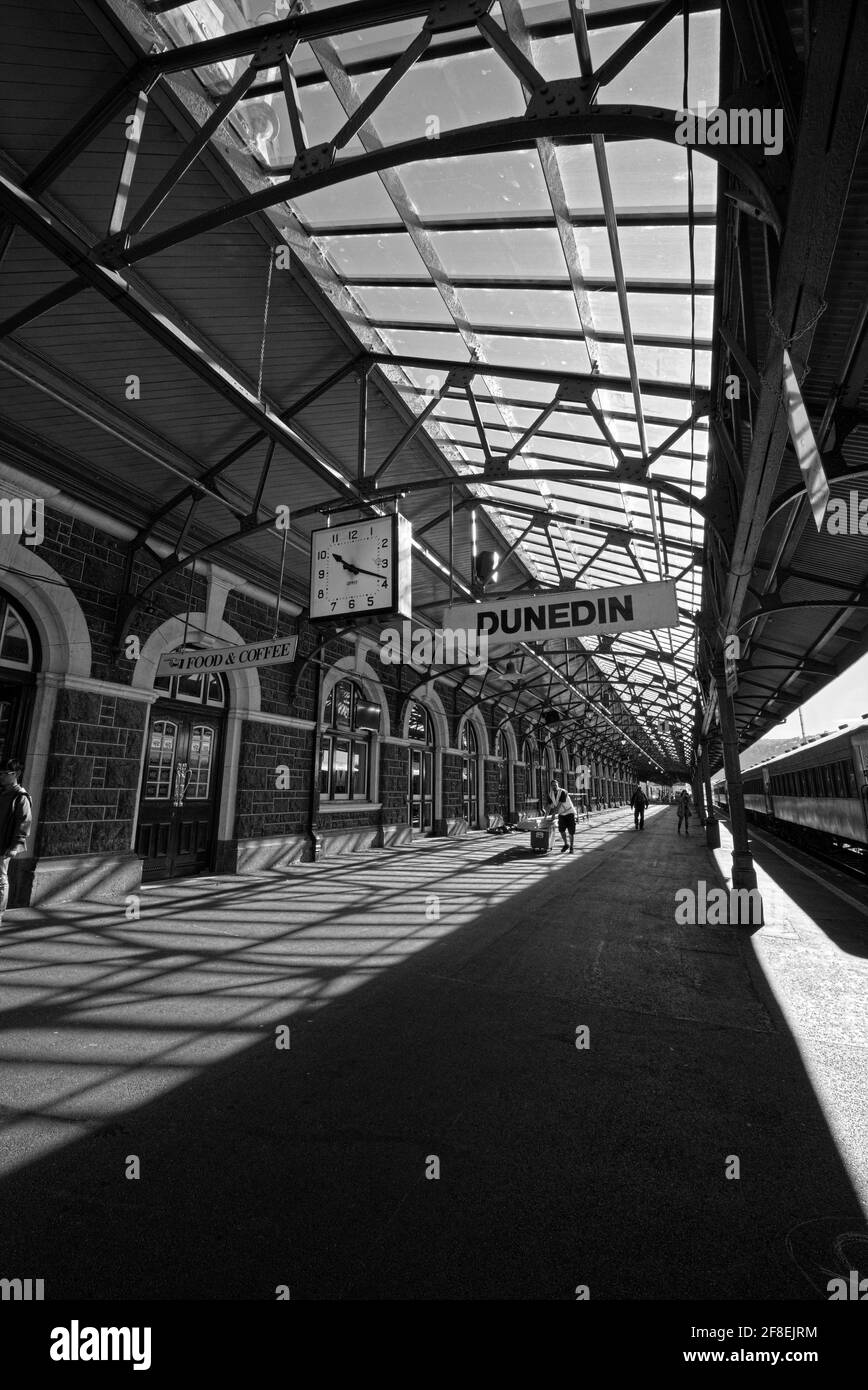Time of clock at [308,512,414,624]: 10:18
